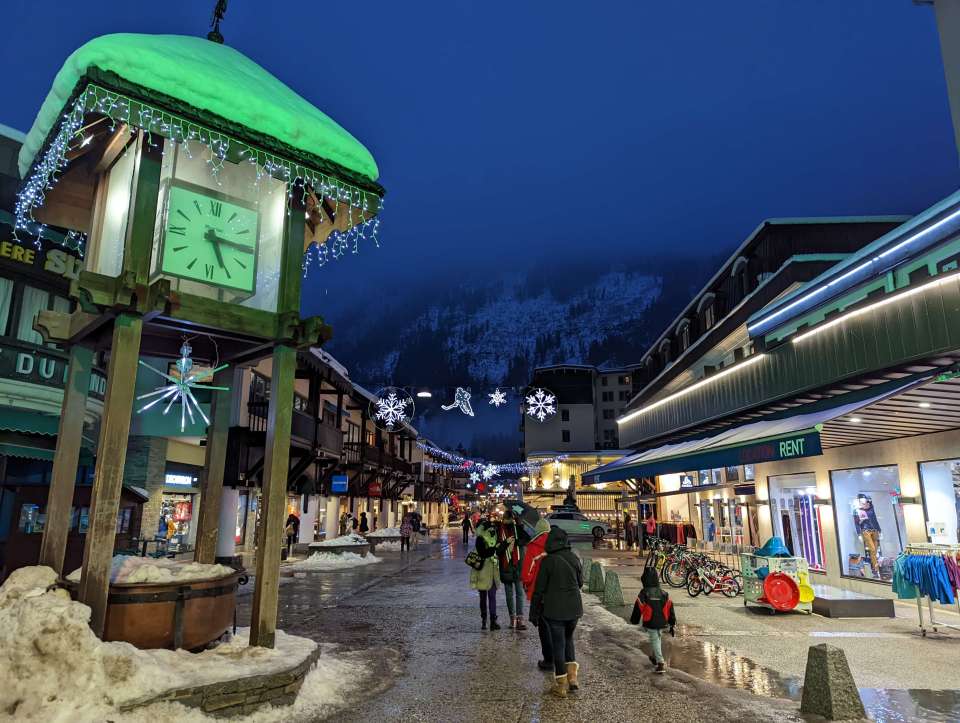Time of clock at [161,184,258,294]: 5:15
